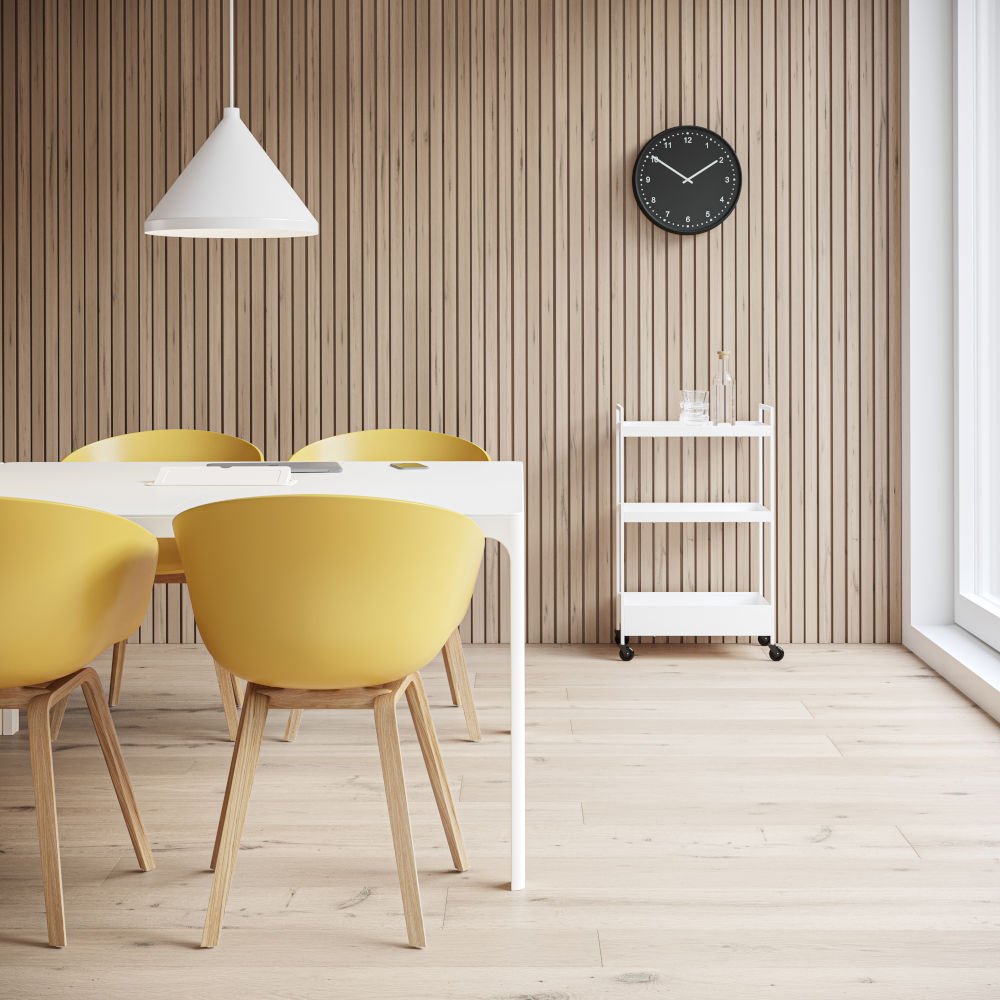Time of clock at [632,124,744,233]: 1:50
